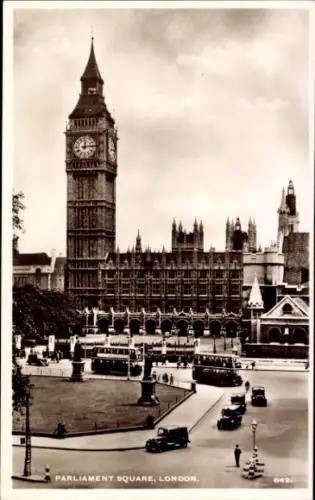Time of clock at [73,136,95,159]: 12:13
